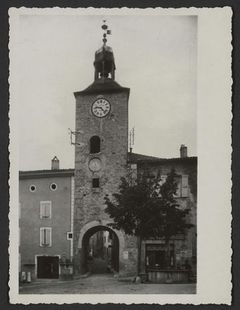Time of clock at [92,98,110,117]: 9:23
